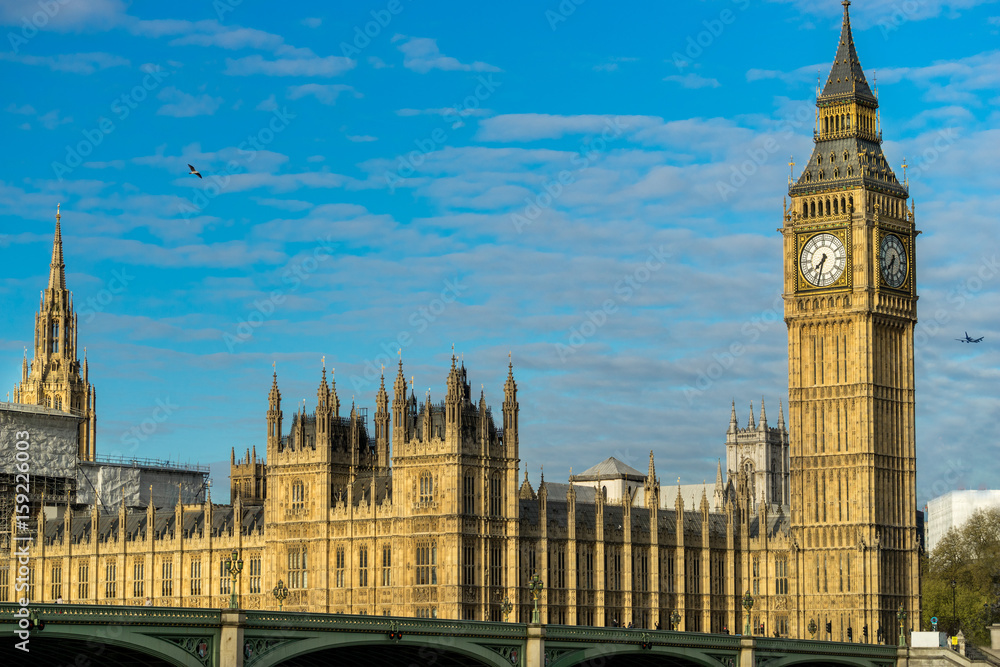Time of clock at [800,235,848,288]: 7:32
